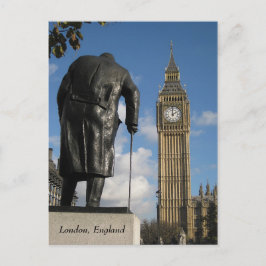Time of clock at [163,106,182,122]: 2:00
